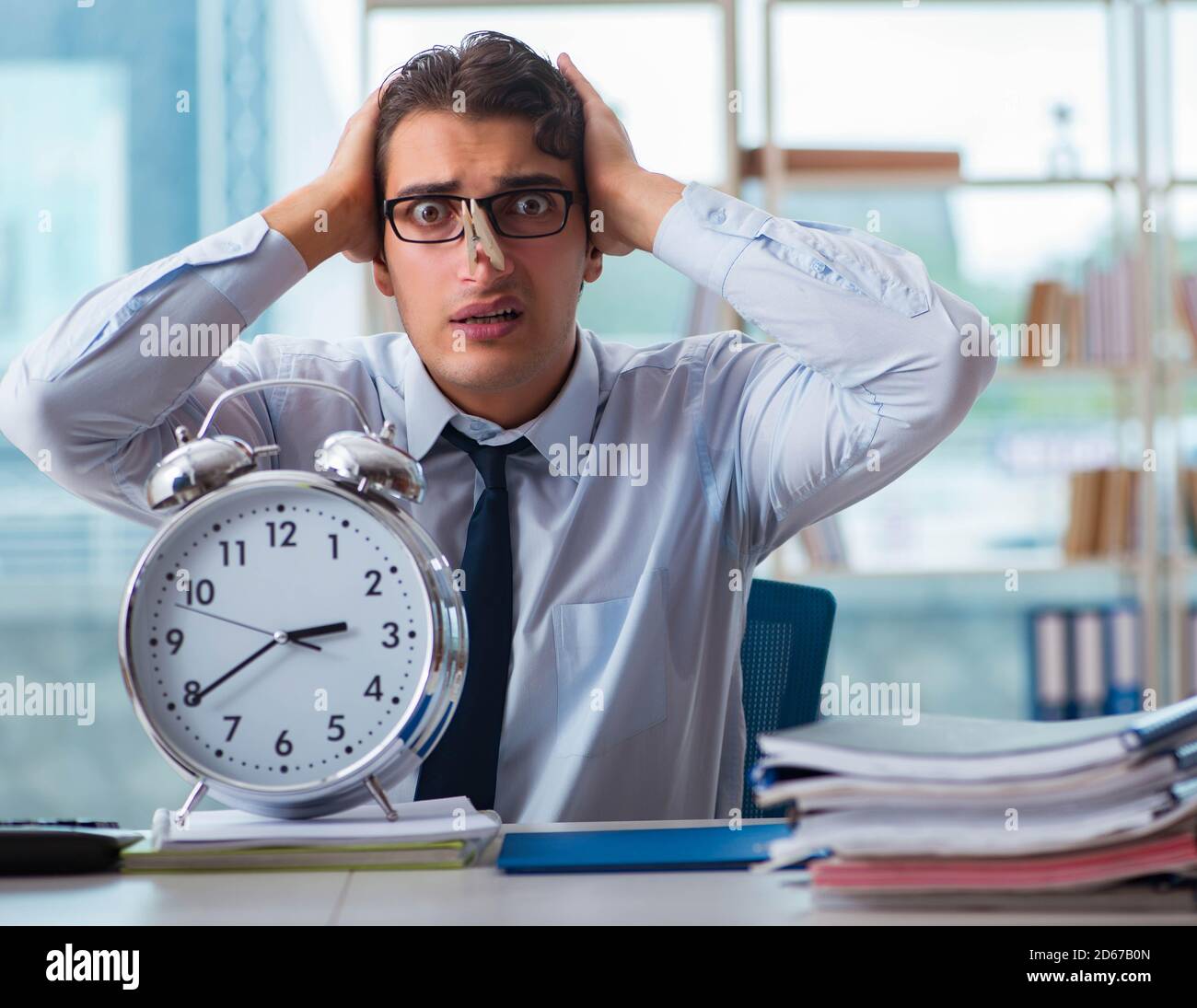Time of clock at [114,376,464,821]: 2:39
